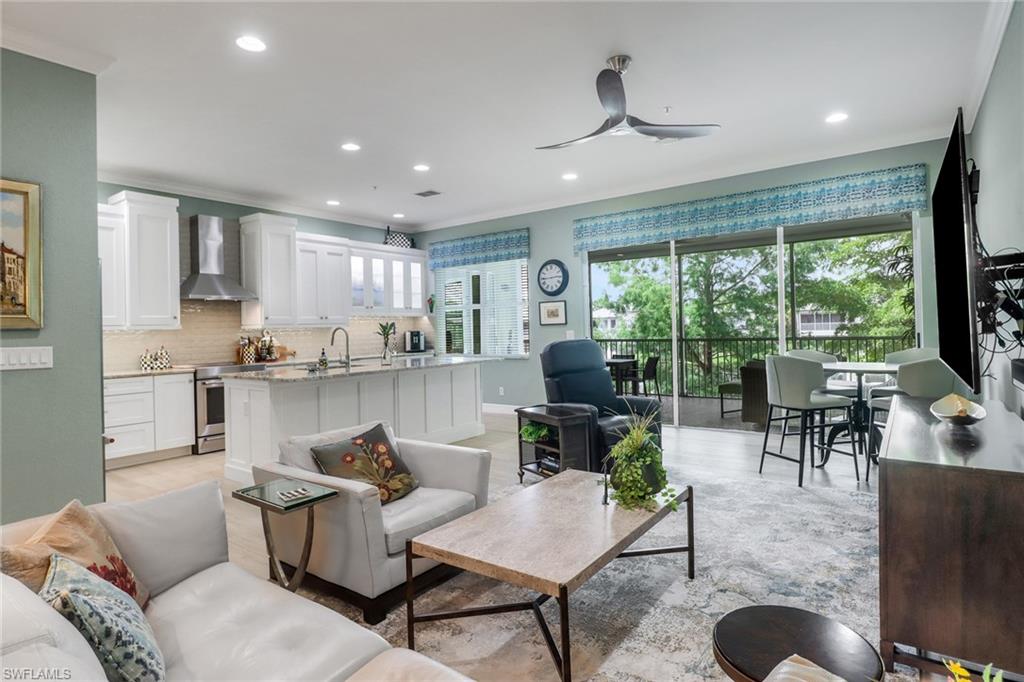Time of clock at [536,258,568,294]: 2:44
